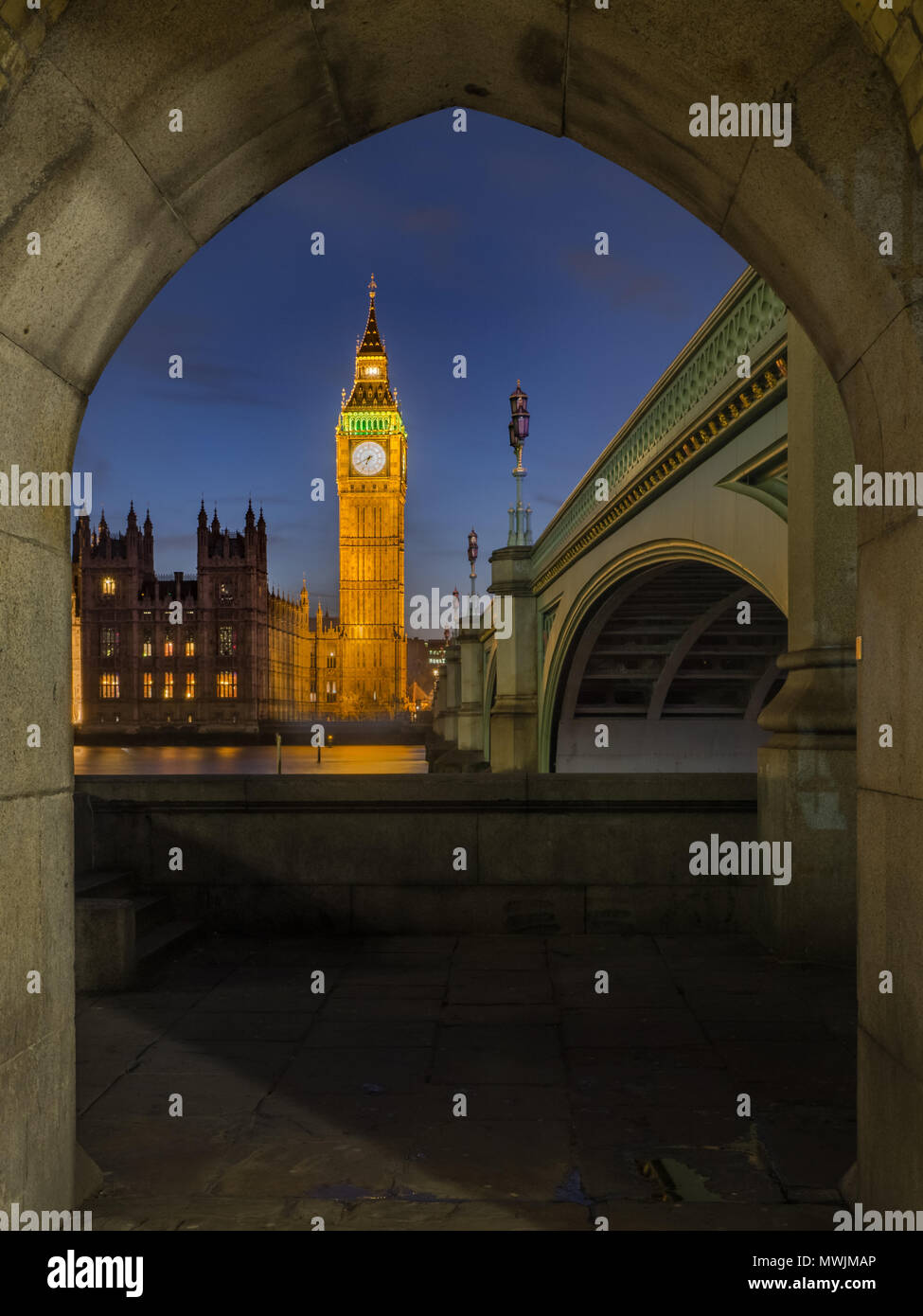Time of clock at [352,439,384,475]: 6:40
